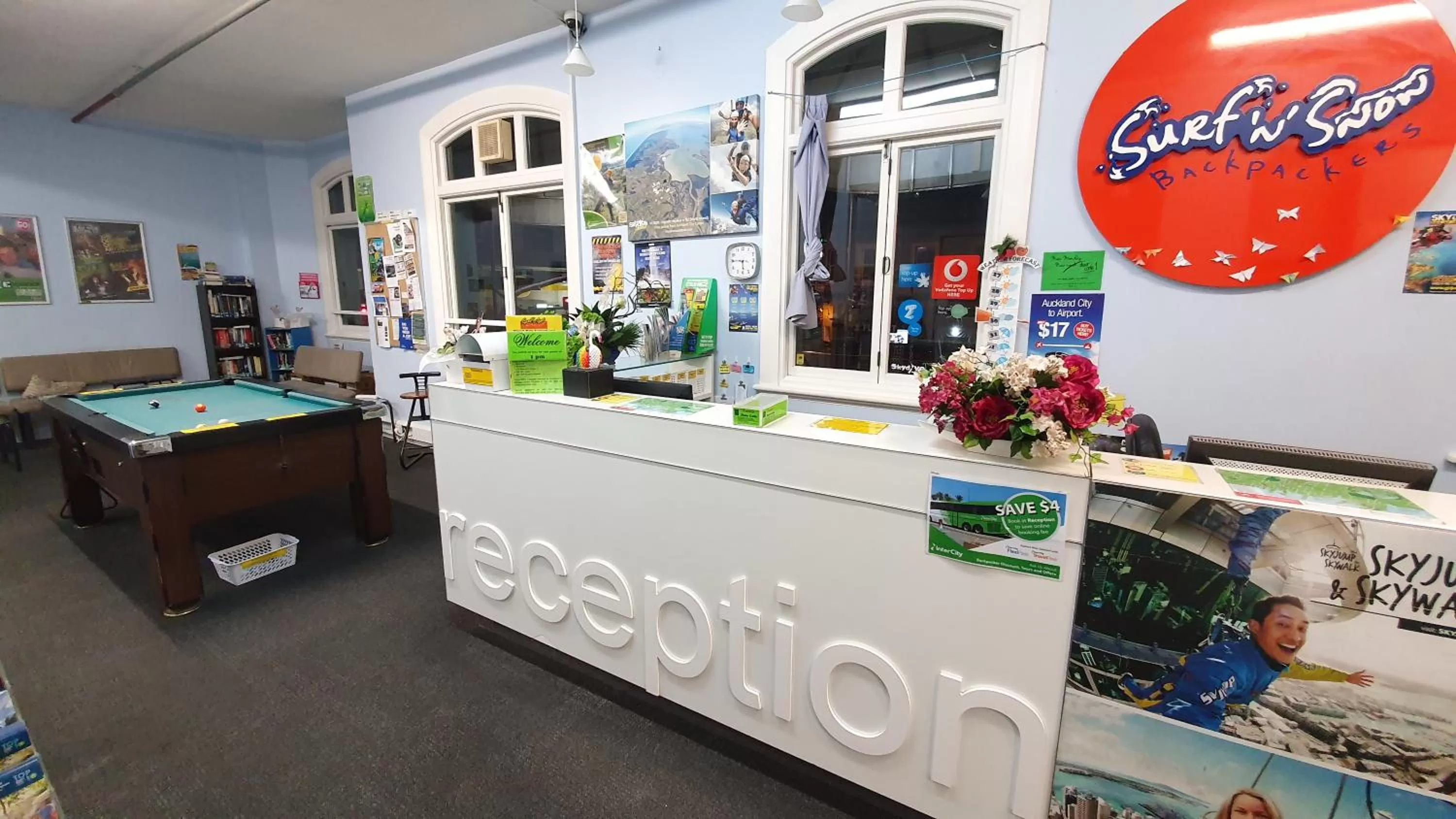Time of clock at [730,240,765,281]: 5:45
